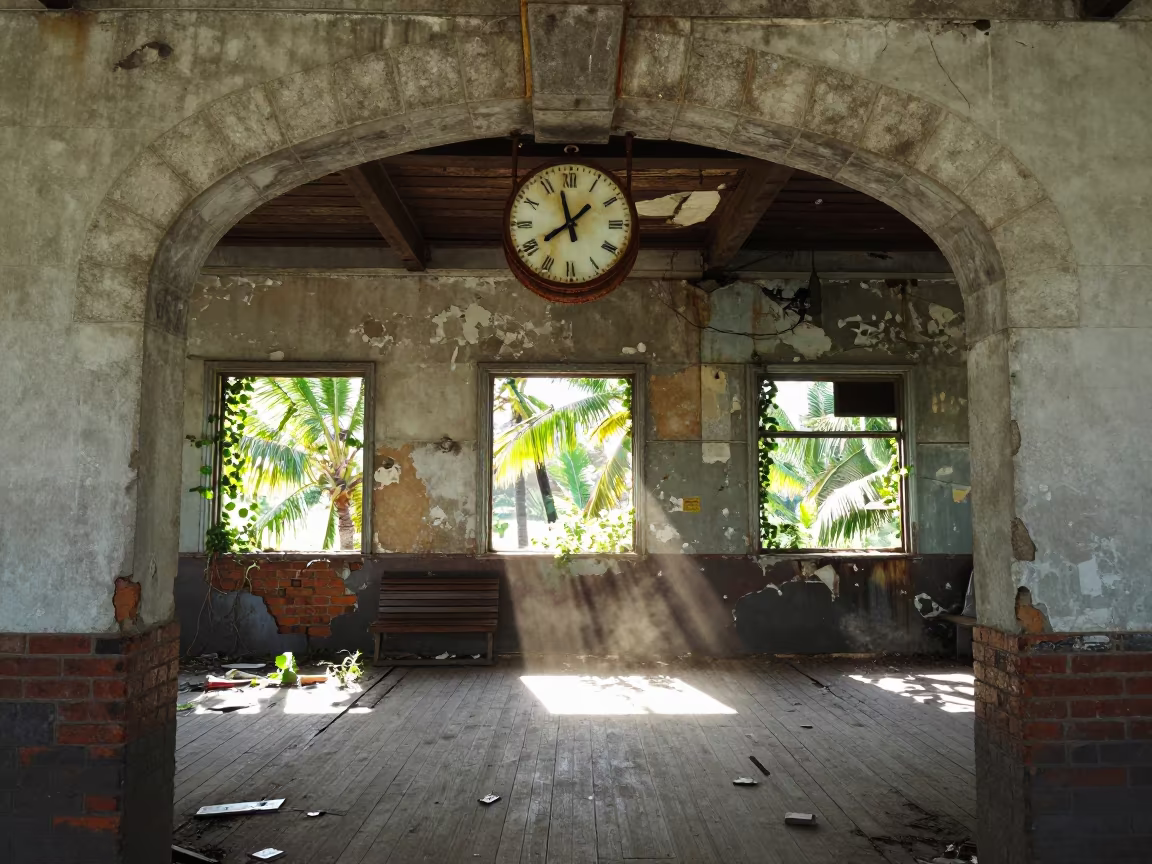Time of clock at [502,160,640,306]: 7:57
